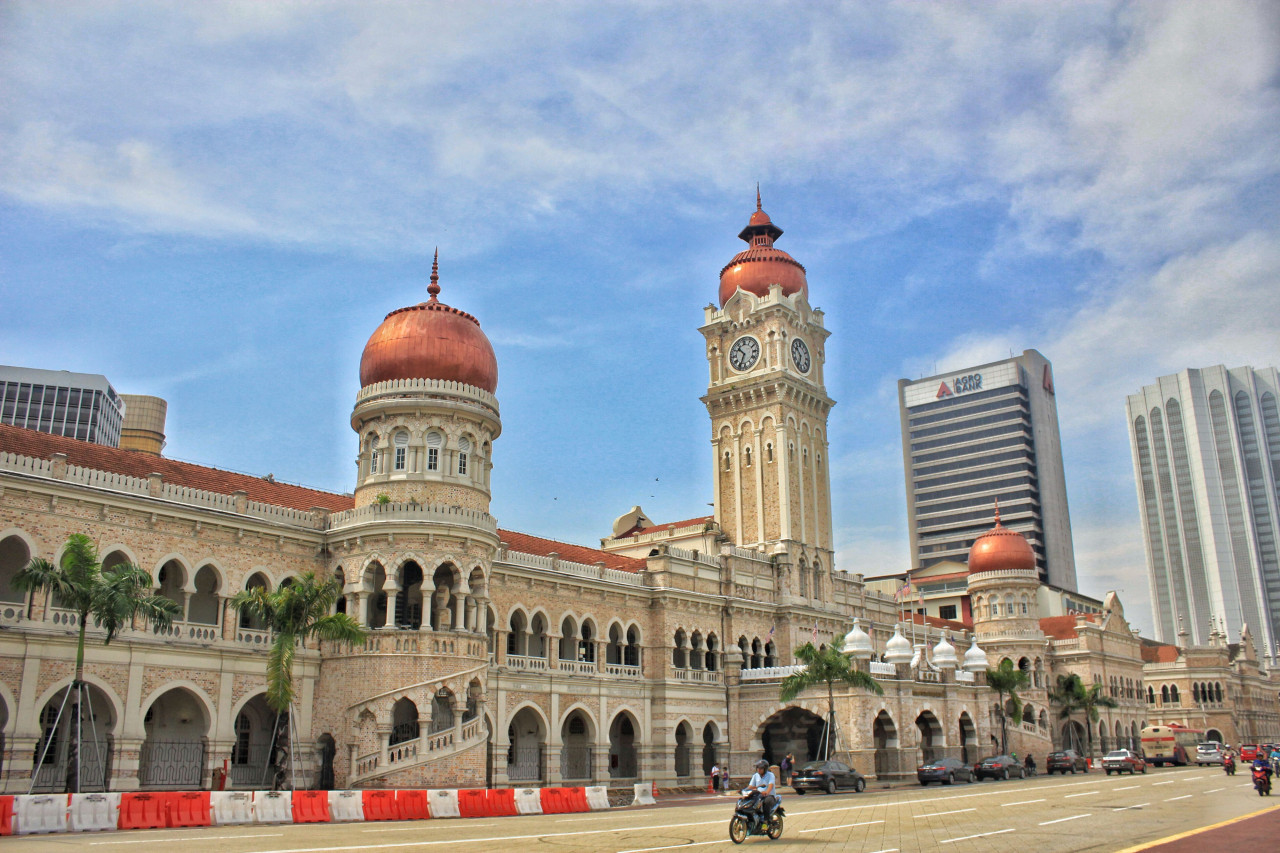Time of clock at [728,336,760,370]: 10:34
